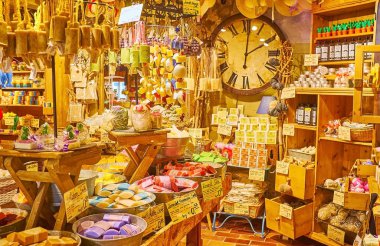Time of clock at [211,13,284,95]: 2:01
